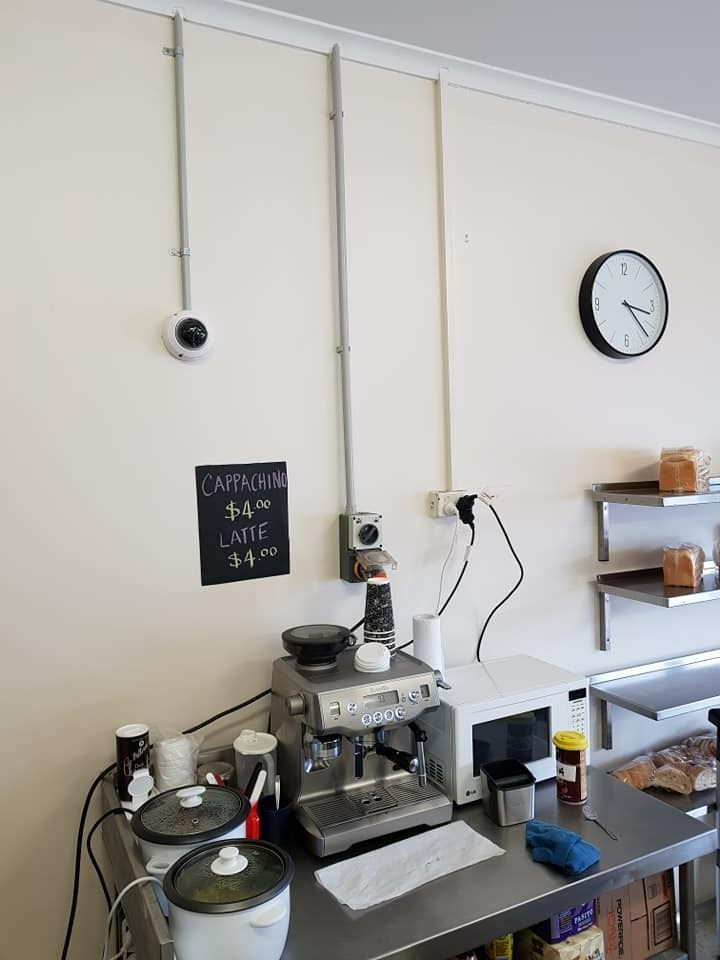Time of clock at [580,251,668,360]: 3:22
